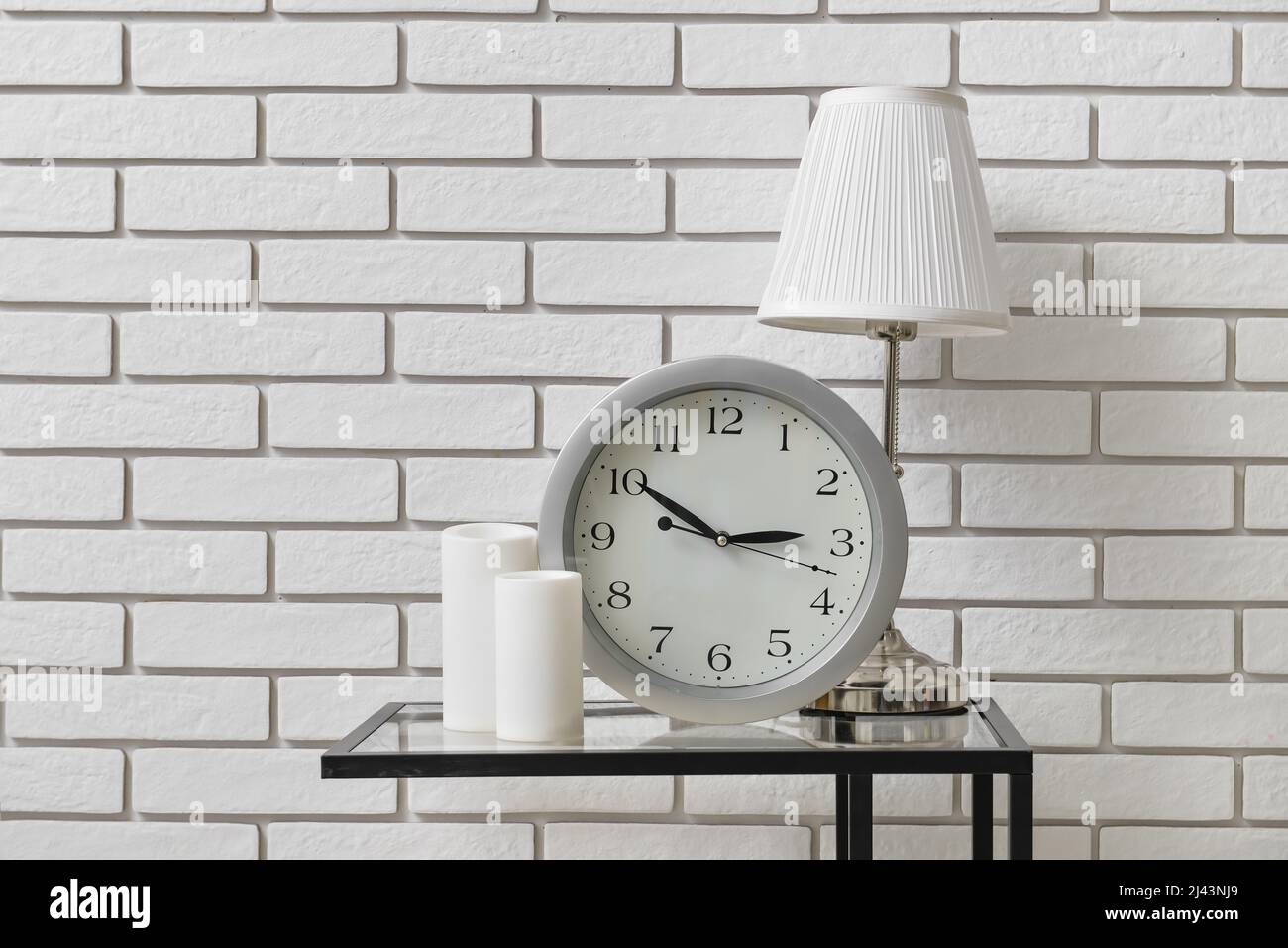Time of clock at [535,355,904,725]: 2:50
